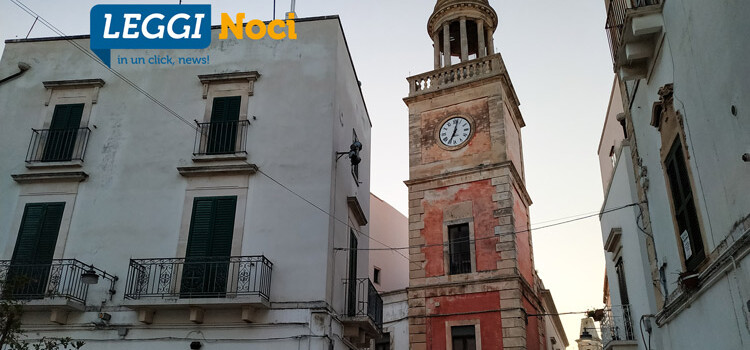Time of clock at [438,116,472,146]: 7:02
